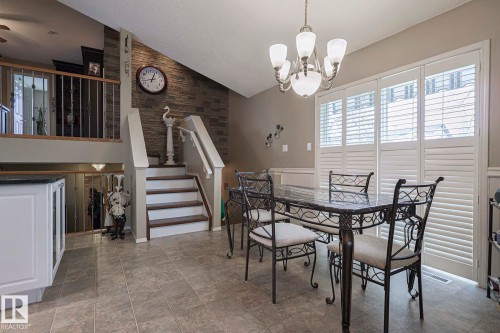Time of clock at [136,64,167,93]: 12:42
